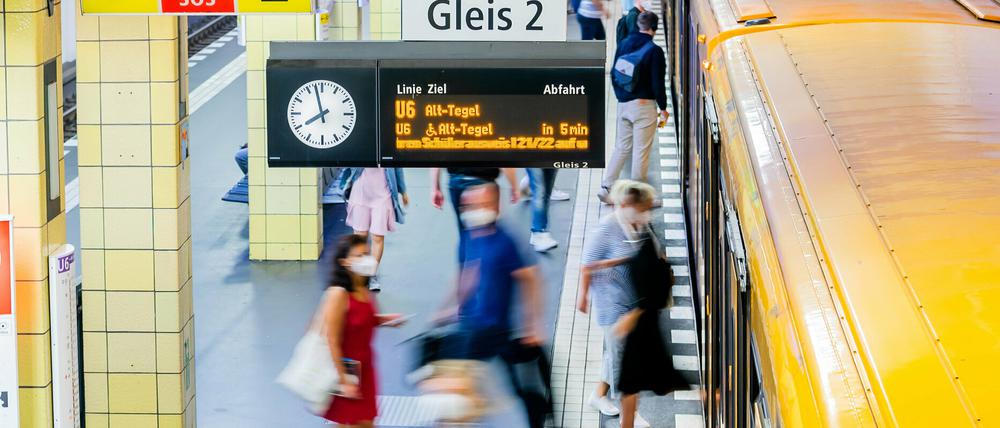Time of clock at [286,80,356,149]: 7:57
